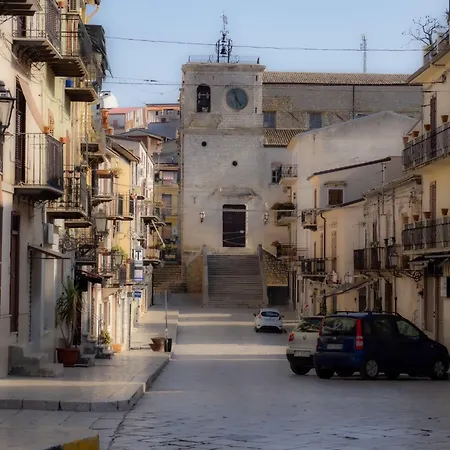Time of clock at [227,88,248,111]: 4:57
